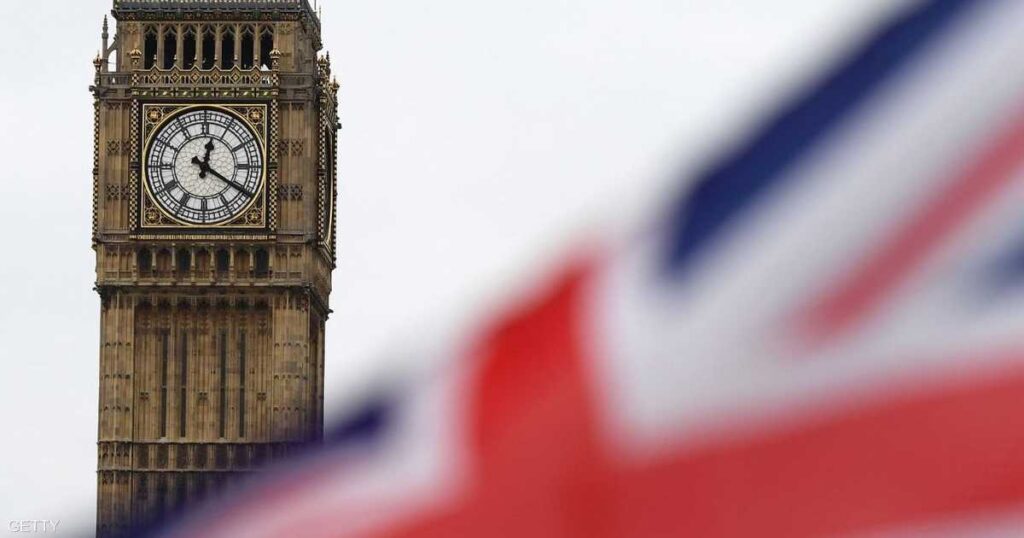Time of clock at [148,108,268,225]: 12:20
